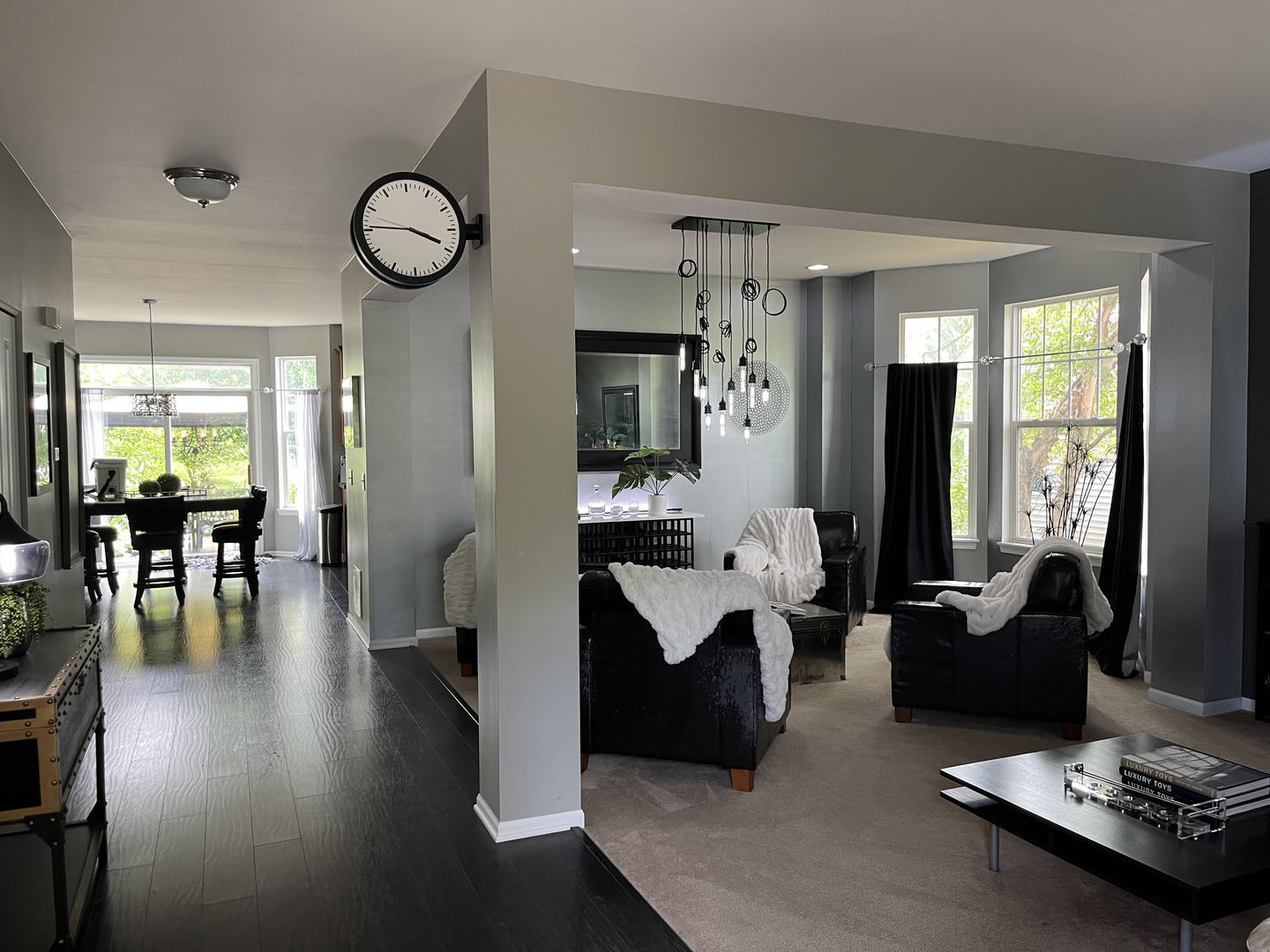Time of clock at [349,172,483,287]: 3:45
